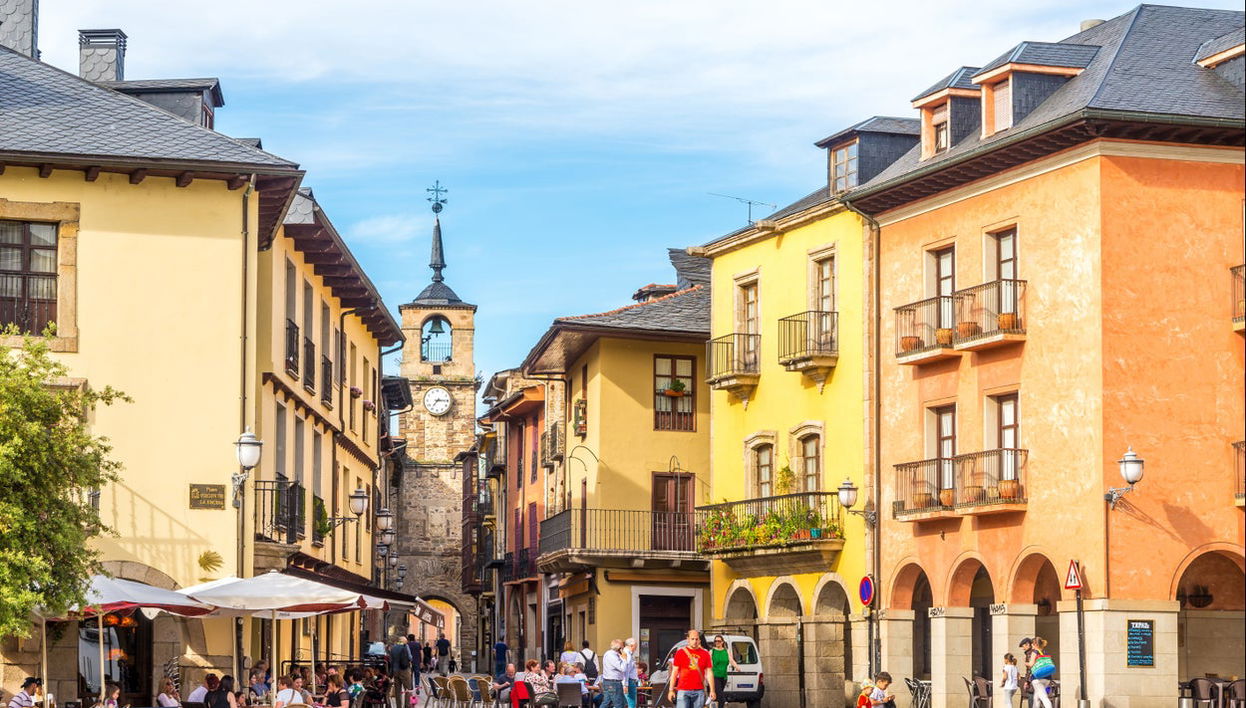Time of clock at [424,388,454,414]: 7:15
